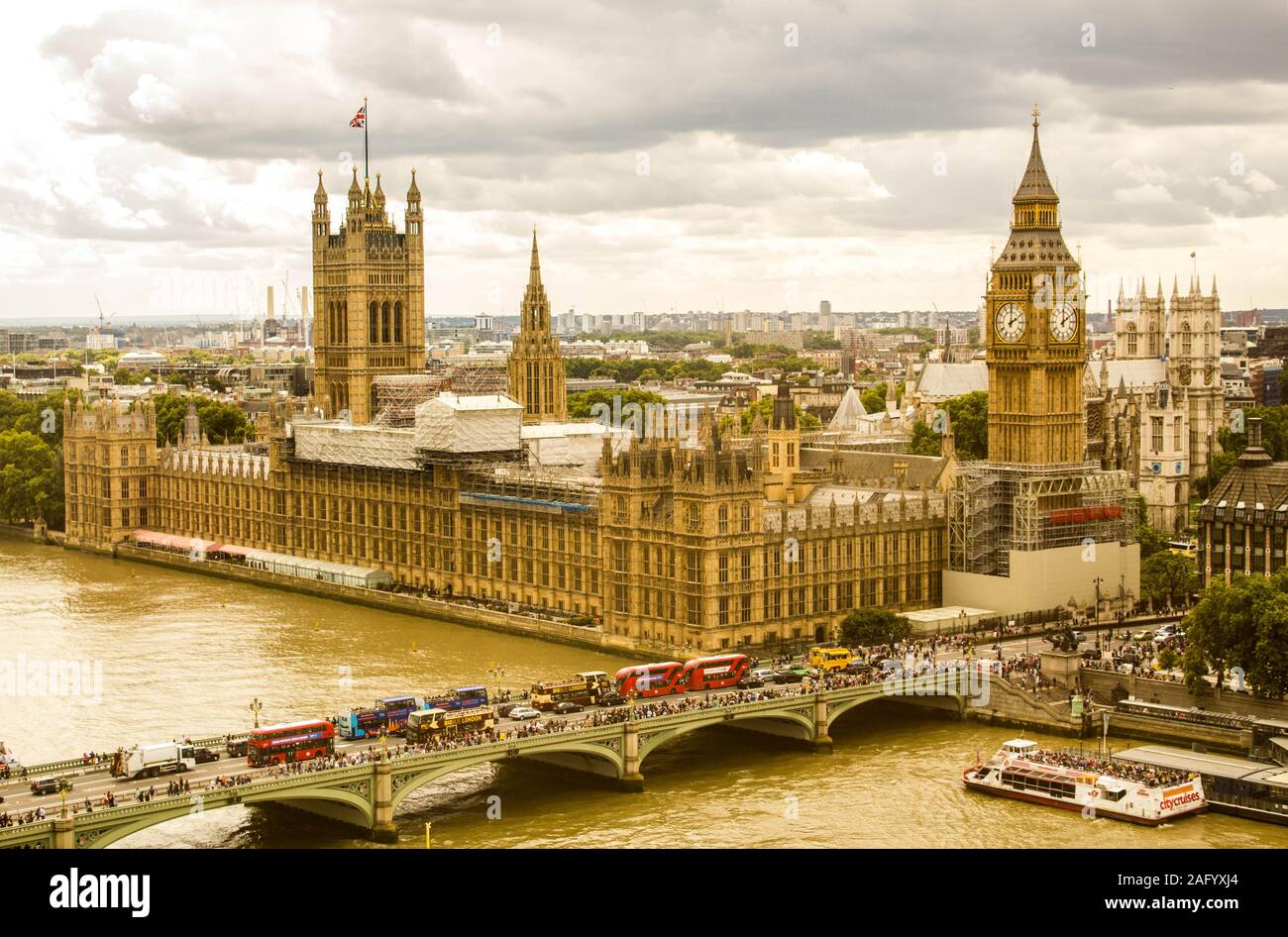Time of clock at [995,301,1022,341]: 2:00
